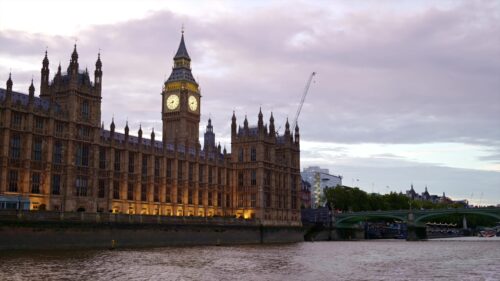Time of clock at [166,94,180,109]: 8:32
